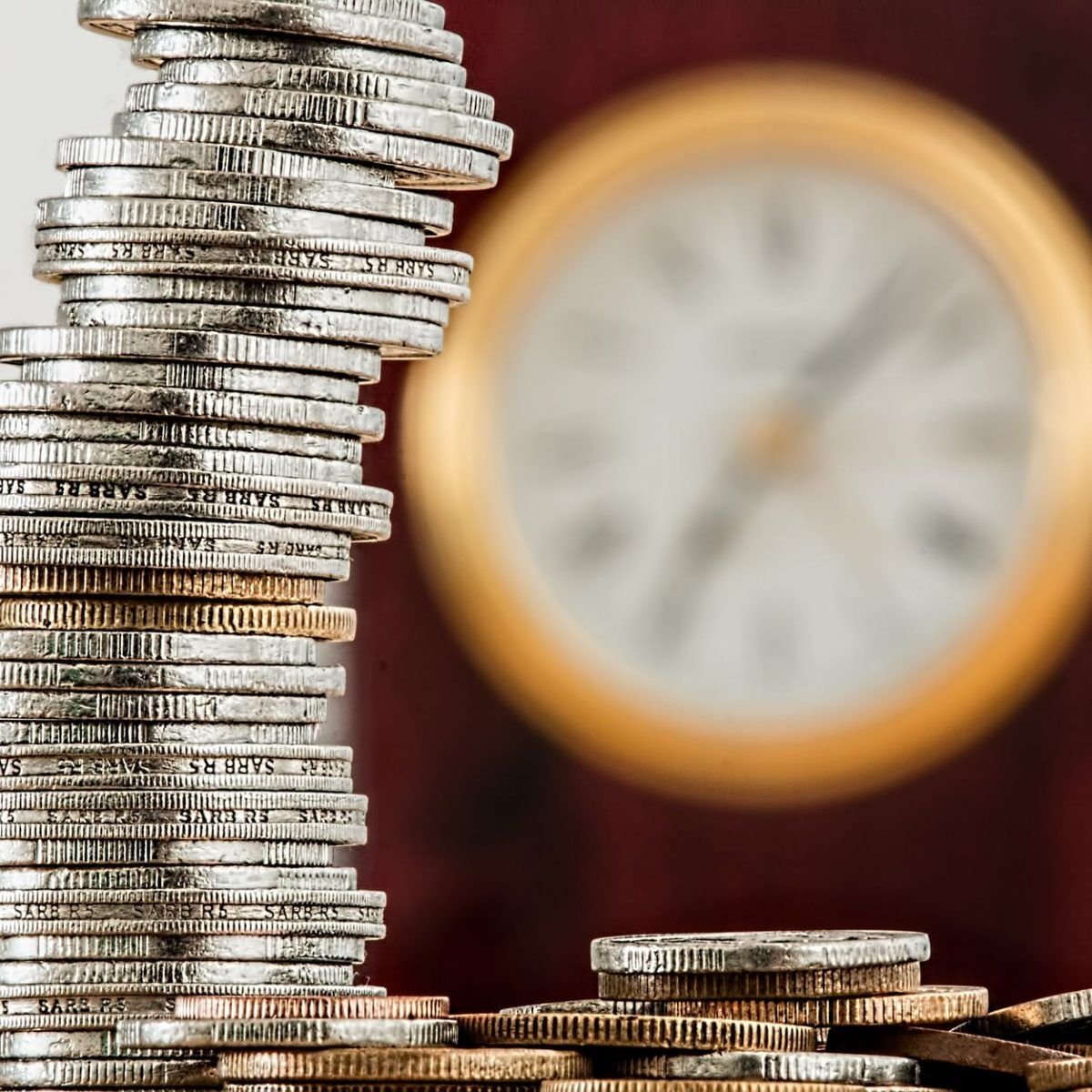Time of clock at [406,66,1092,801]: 7:07
